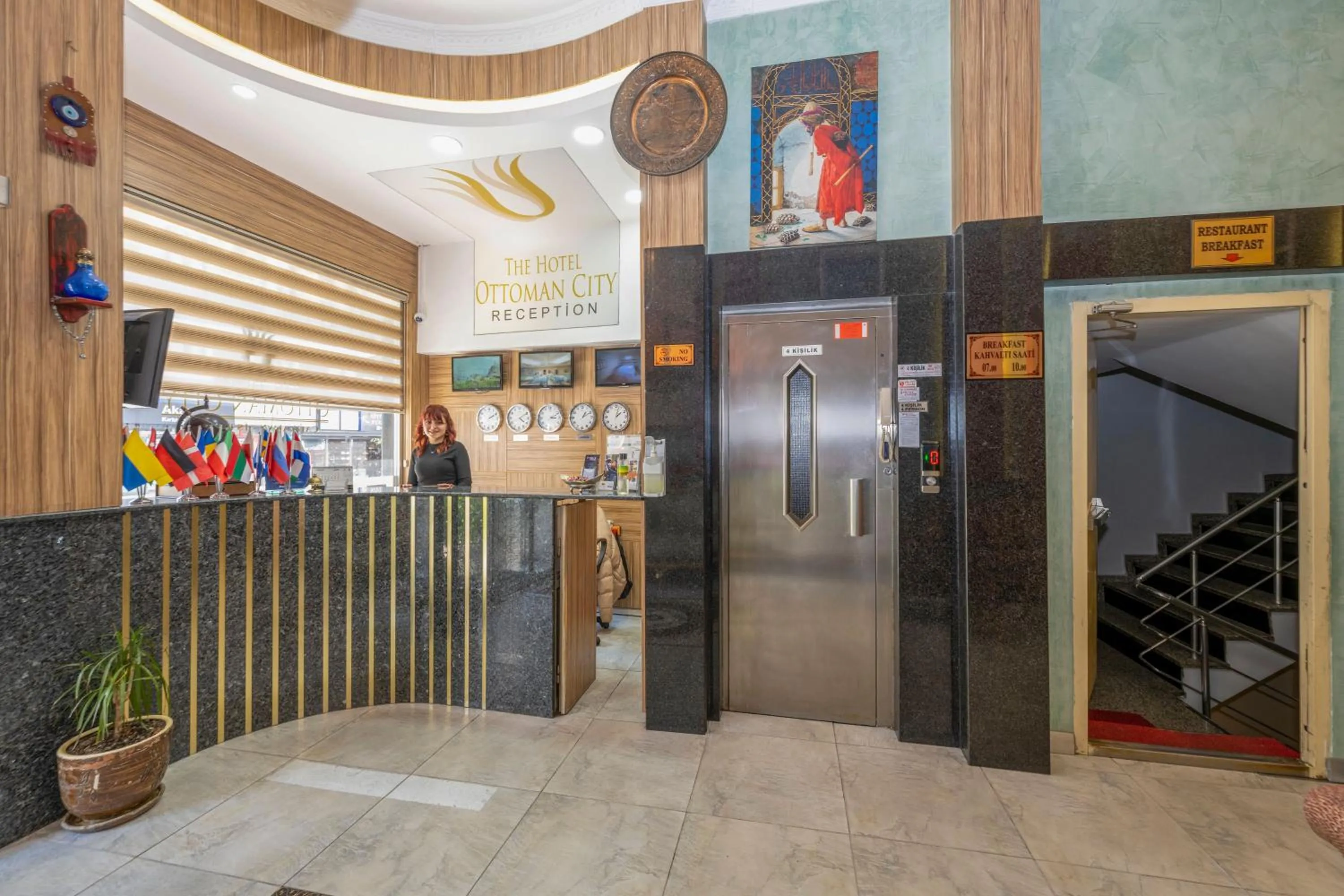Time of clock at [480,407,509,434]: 2:09
